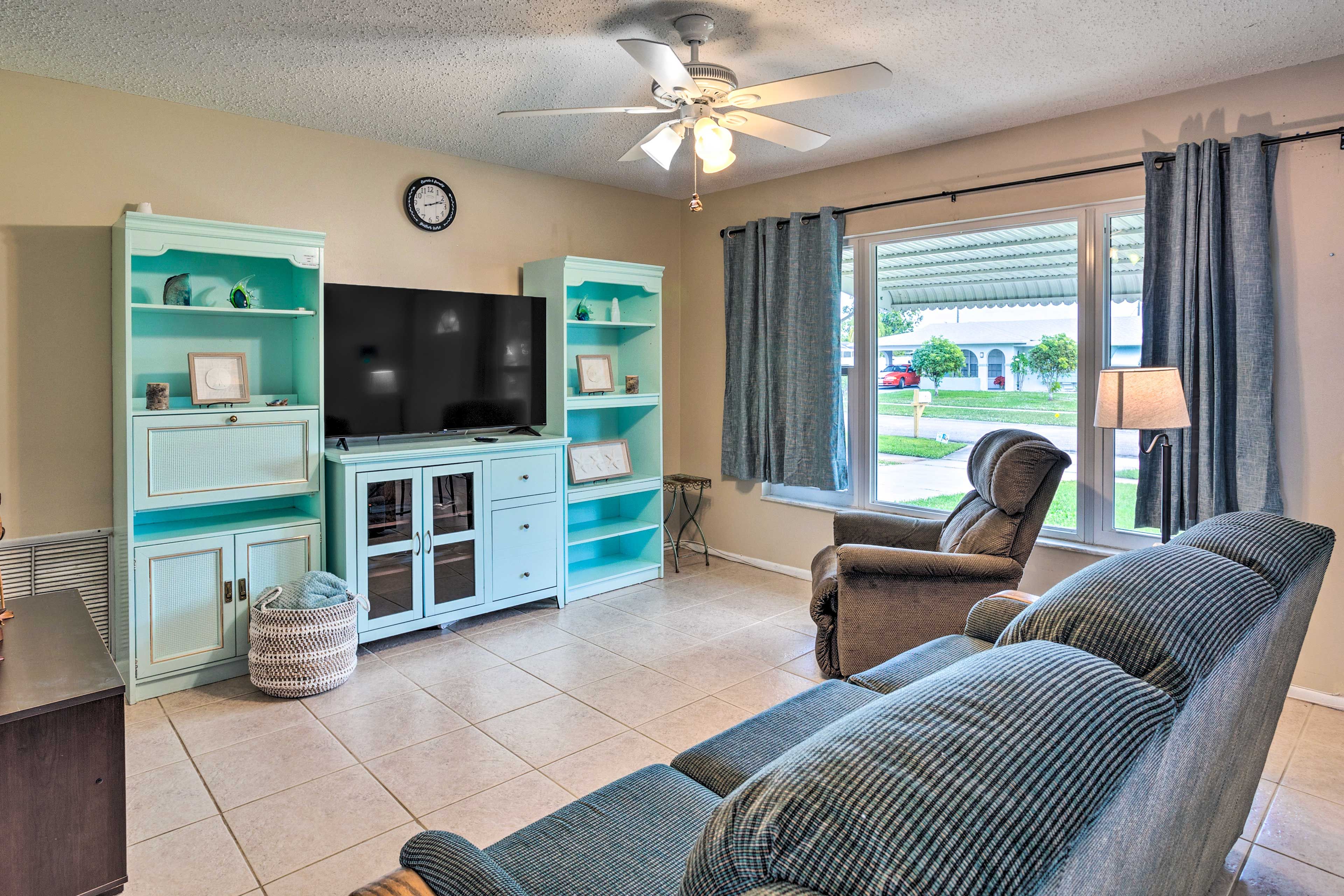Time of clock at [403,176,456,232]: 2:12
